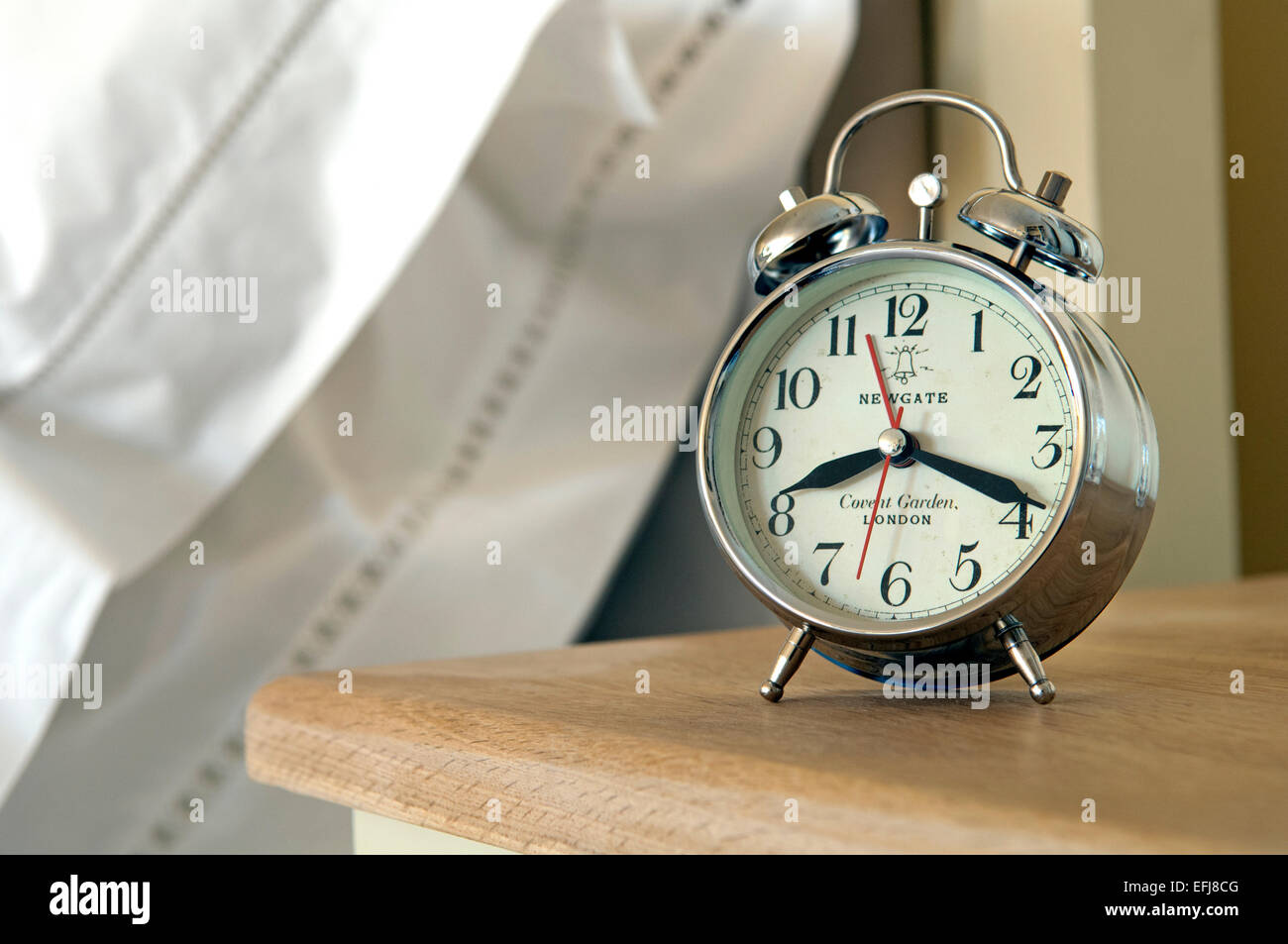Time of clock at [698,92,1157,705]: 8:18
